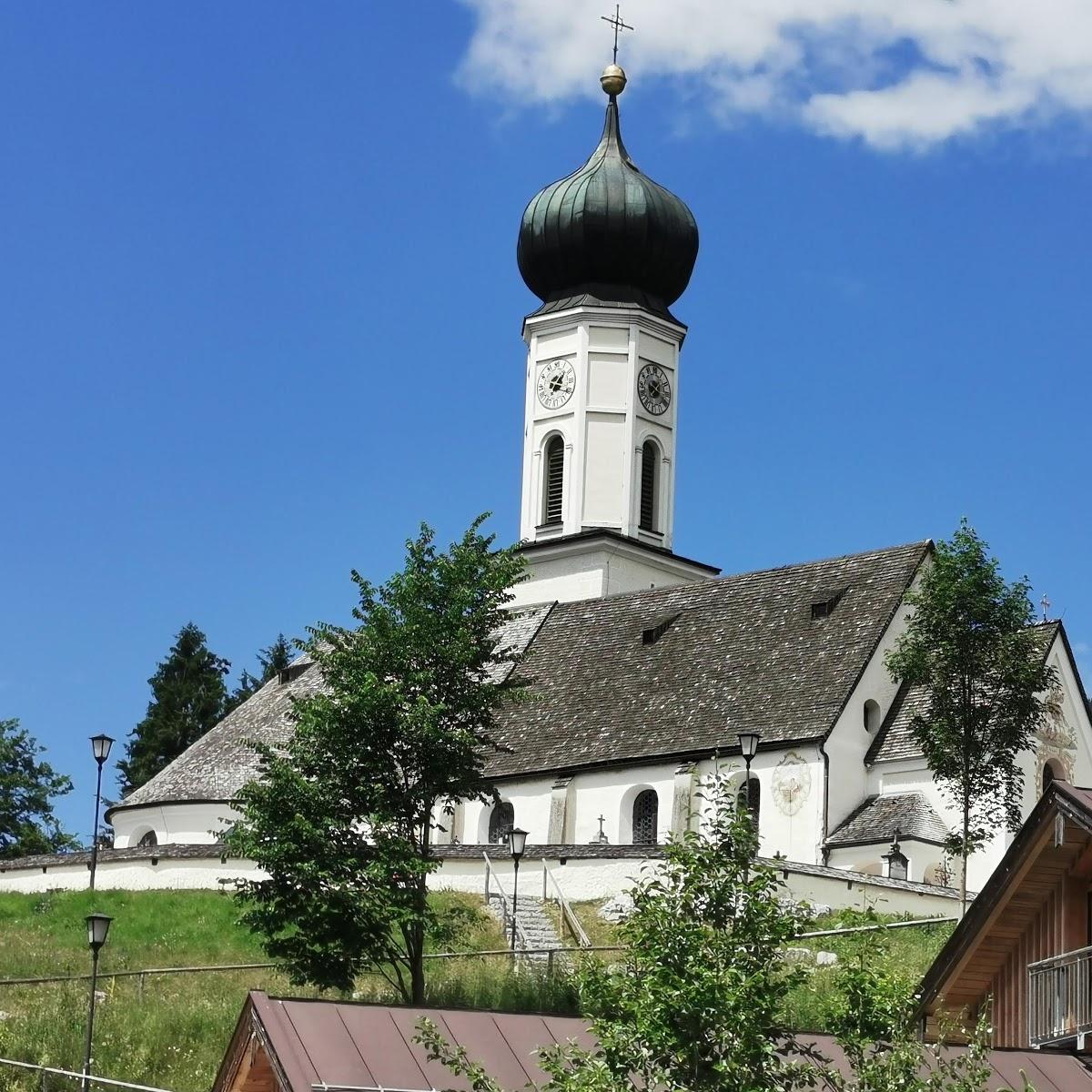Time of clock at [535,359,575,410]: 1:18
